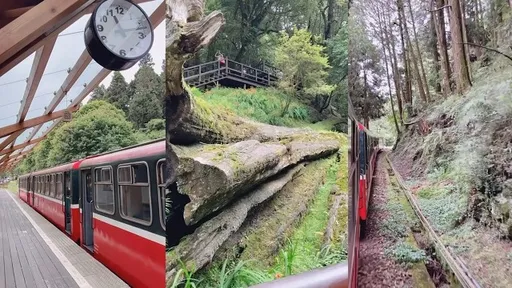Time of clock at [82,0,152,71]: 11:12
